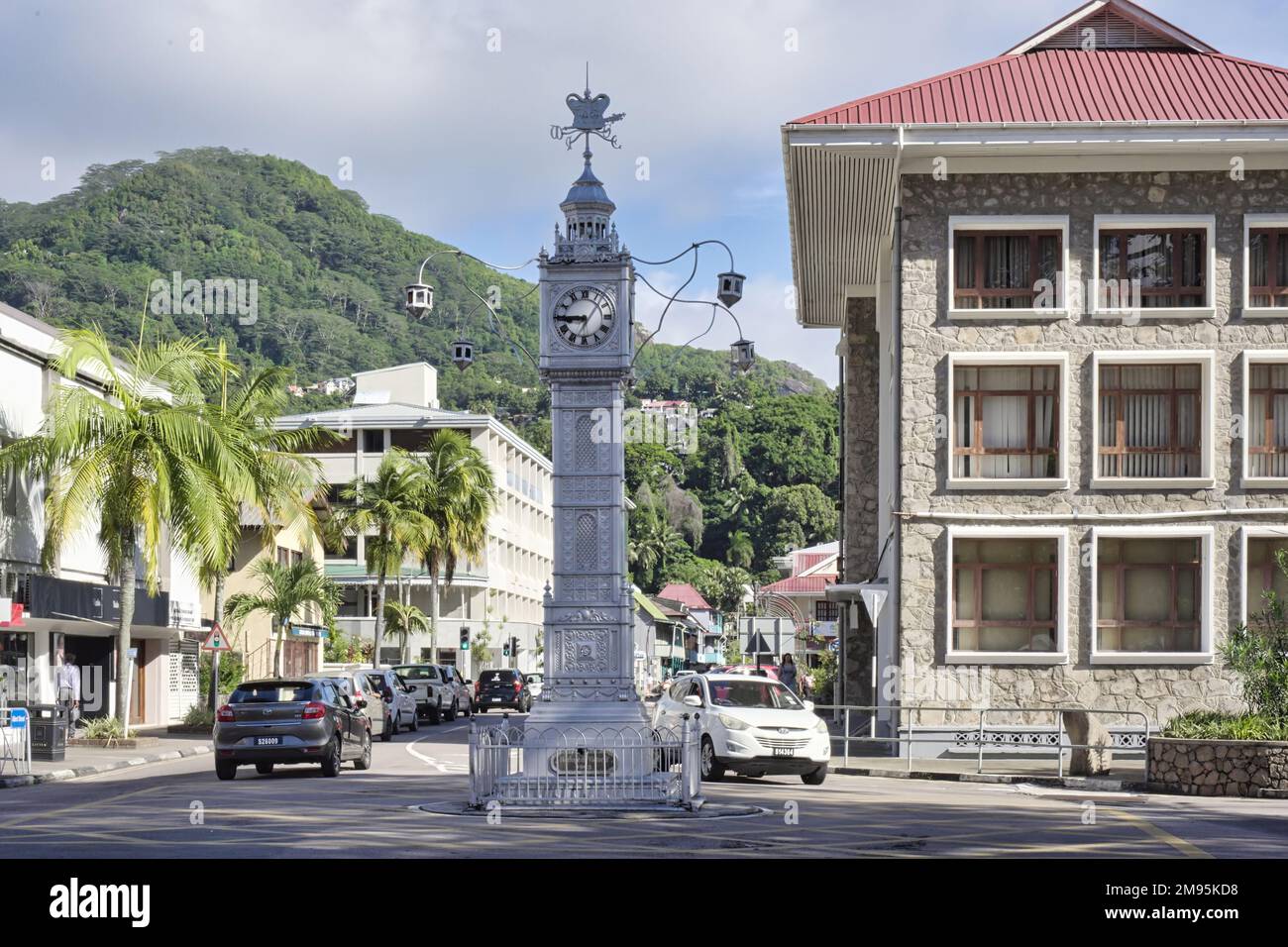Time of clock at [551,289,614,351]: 8:45
